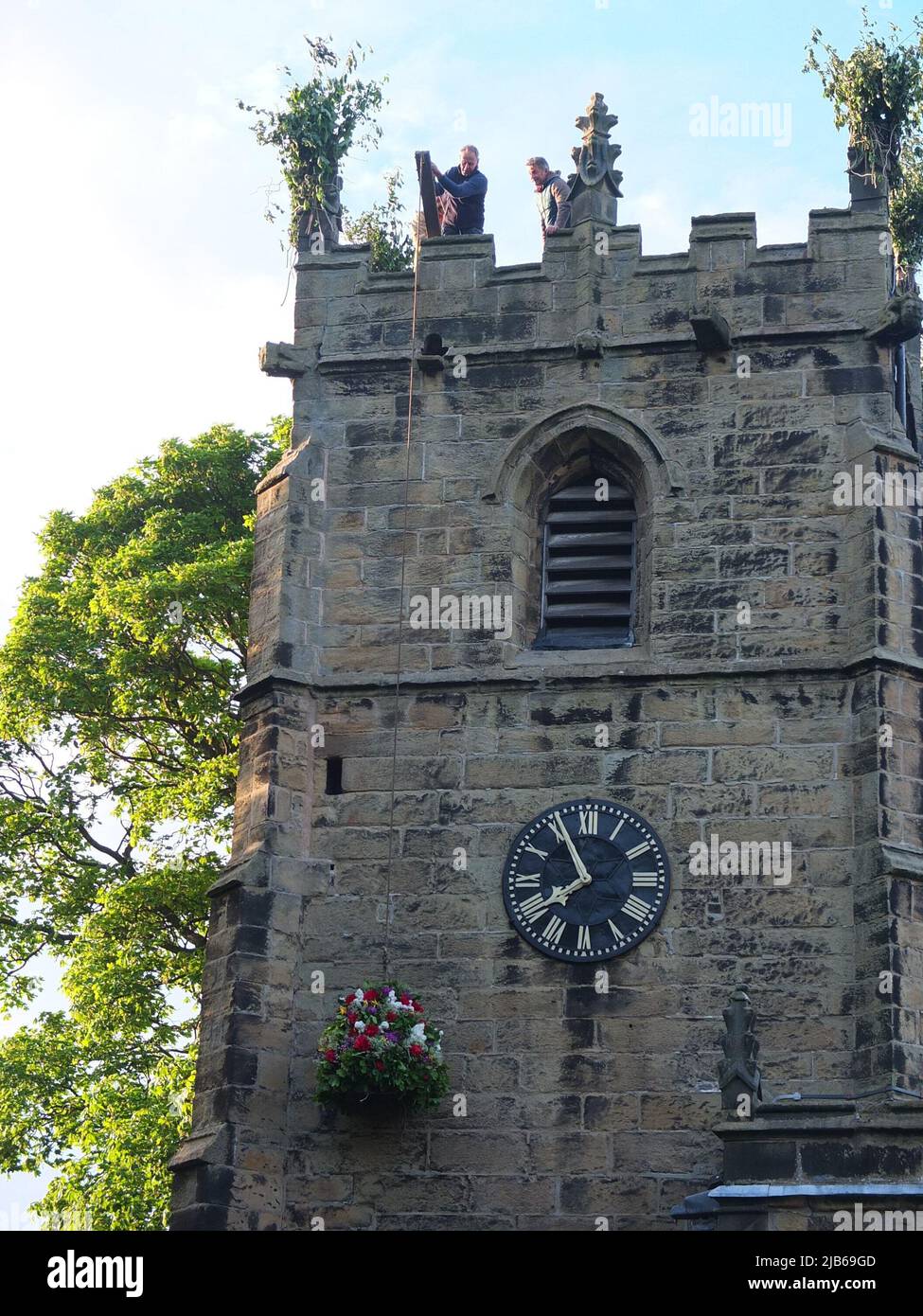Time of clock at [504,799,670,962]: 7:55
